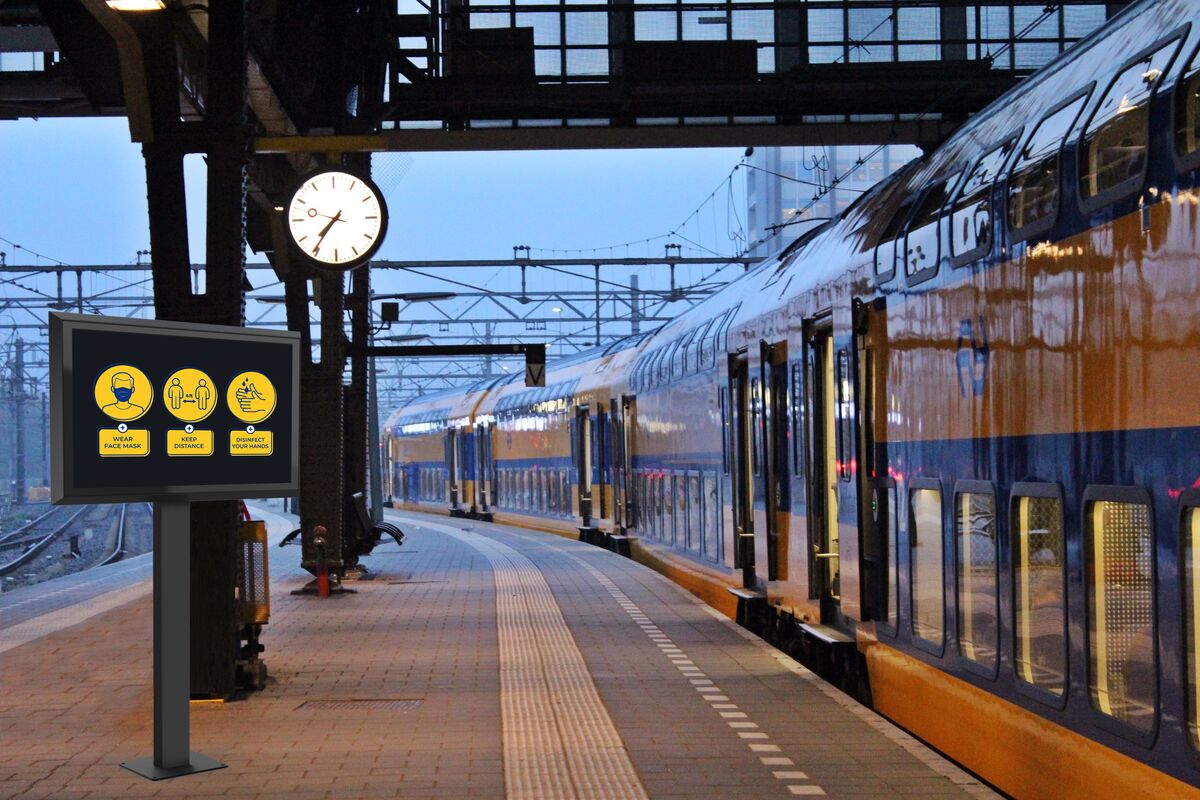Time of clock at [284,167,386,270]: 7:36
